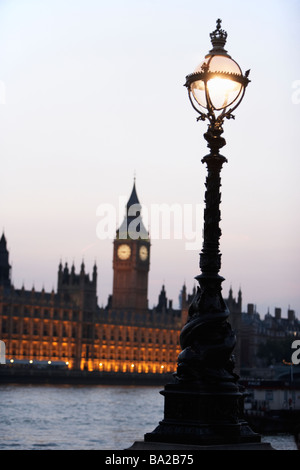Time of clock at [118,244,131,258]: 9:14
